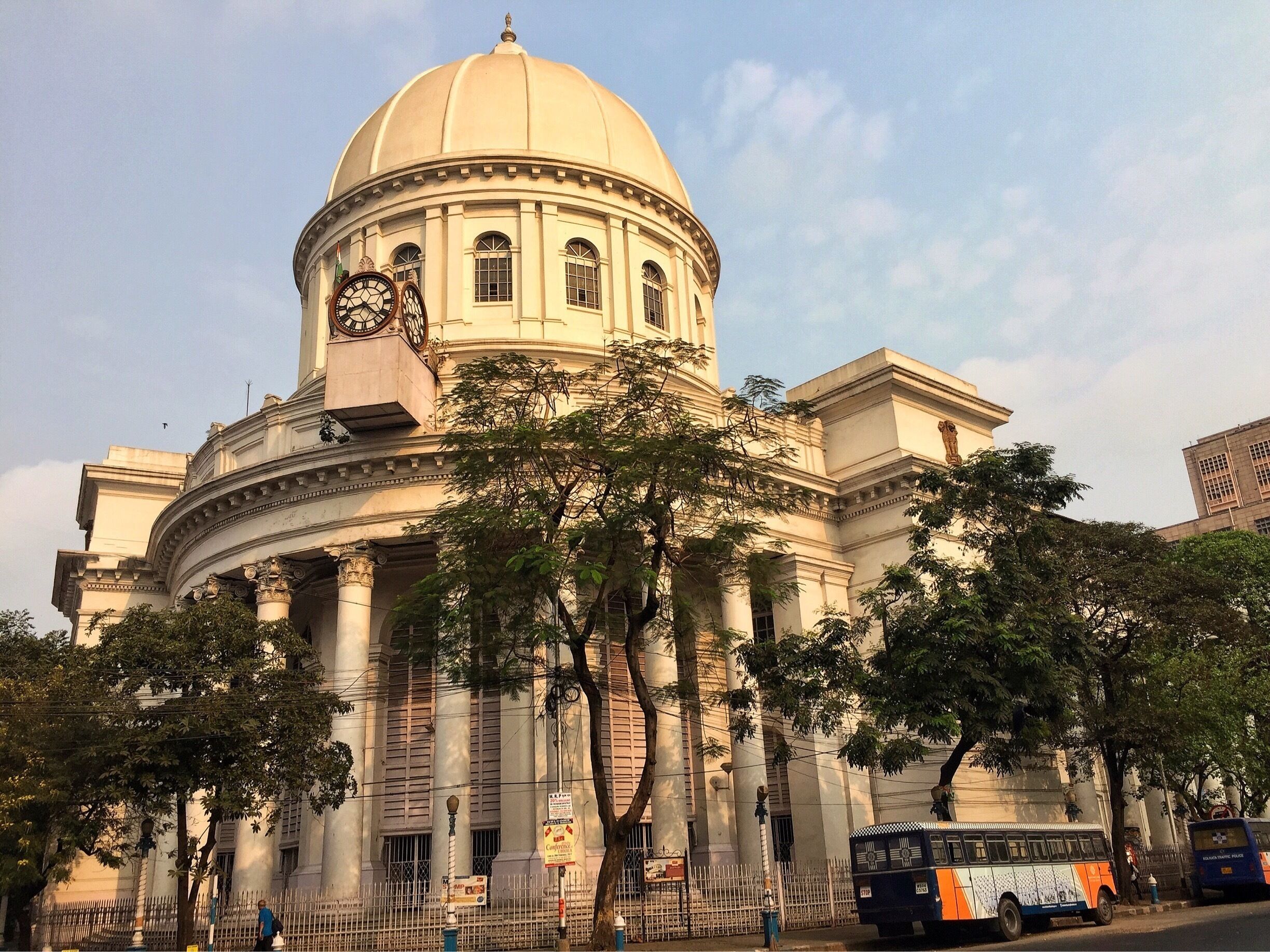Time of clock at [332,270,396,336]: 8:22
